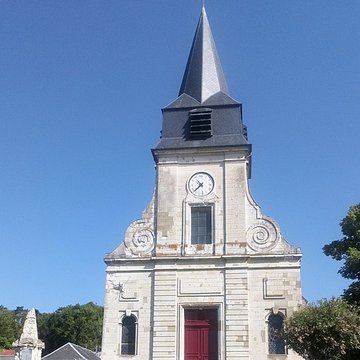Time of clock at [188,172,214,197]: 10:38
